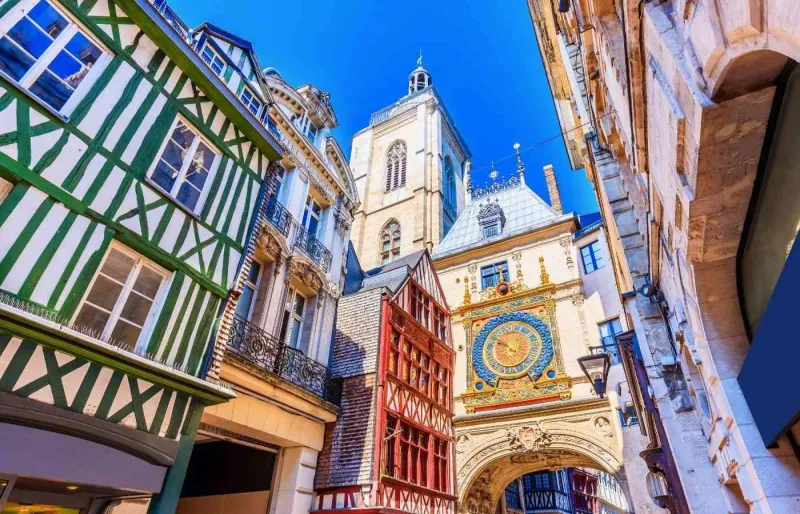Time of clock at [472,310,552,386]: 9:50
